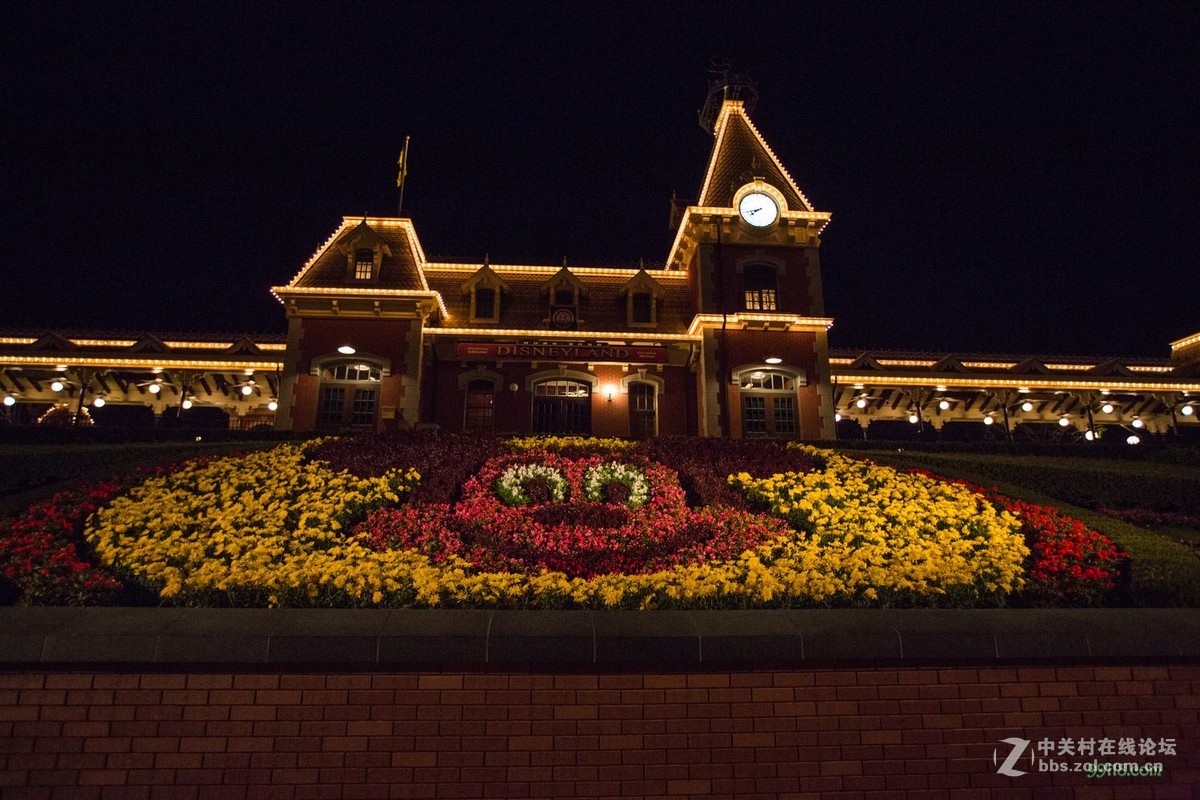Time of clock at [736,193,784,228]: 7:42
